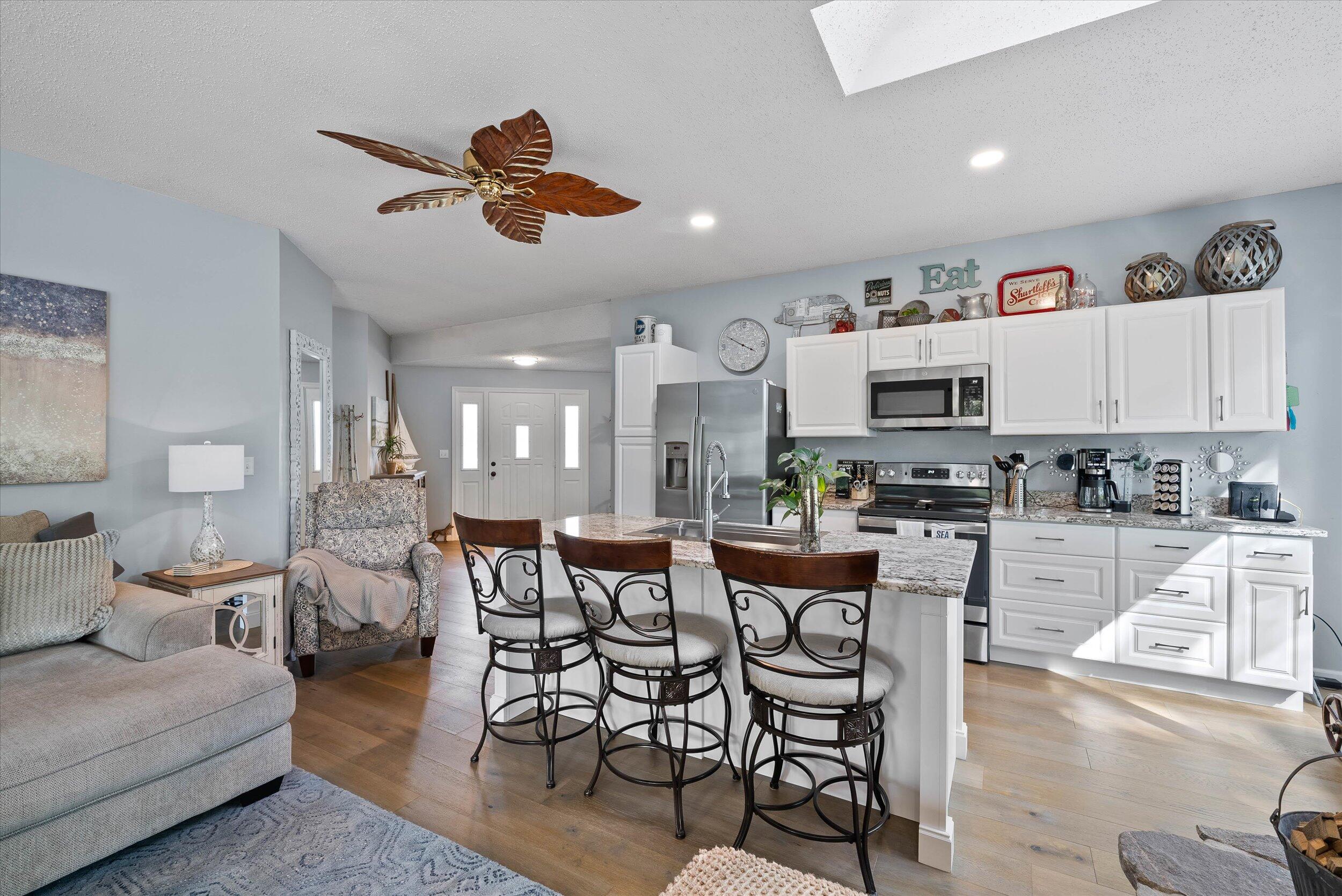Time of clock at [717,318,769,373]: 3:49
